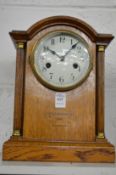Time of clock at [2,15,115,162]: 10:07
